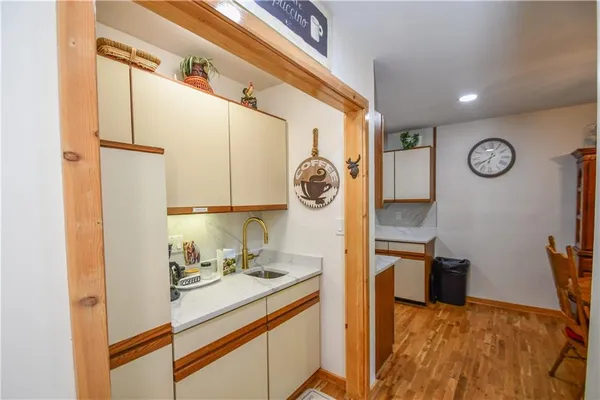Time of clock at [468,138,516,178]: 6:39
